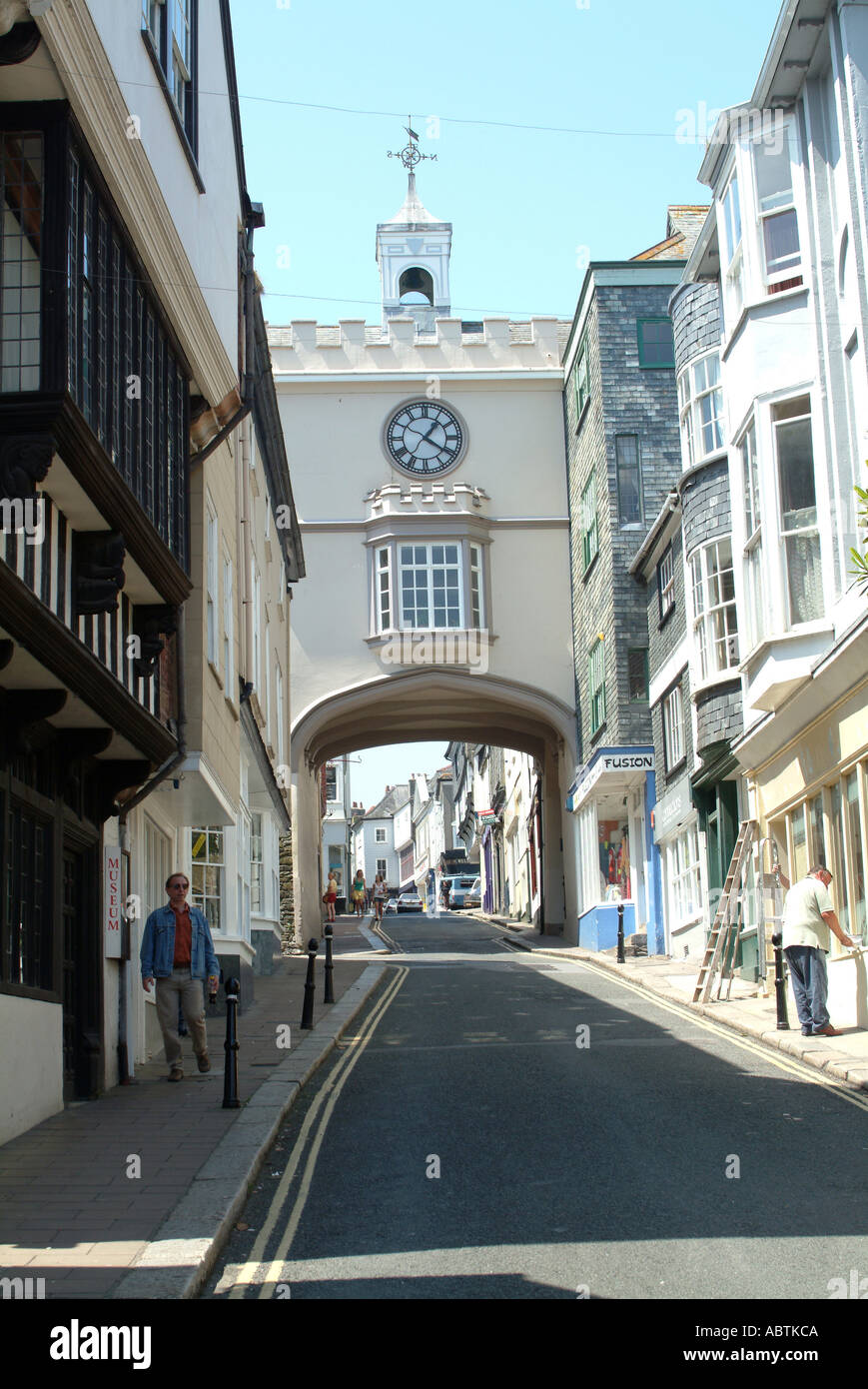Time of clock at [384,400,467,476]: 1:20
